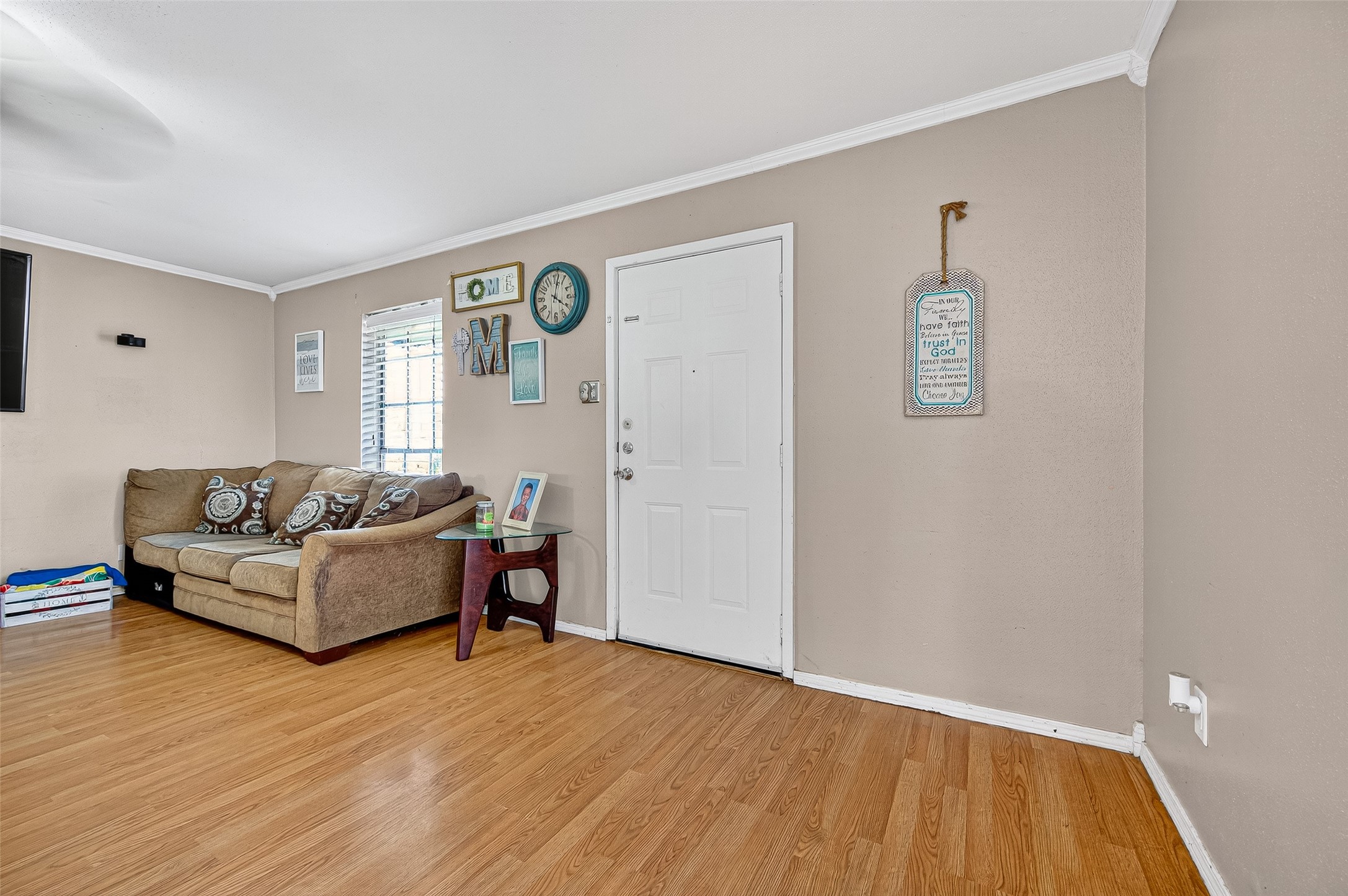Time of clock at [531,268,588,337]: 4:01
